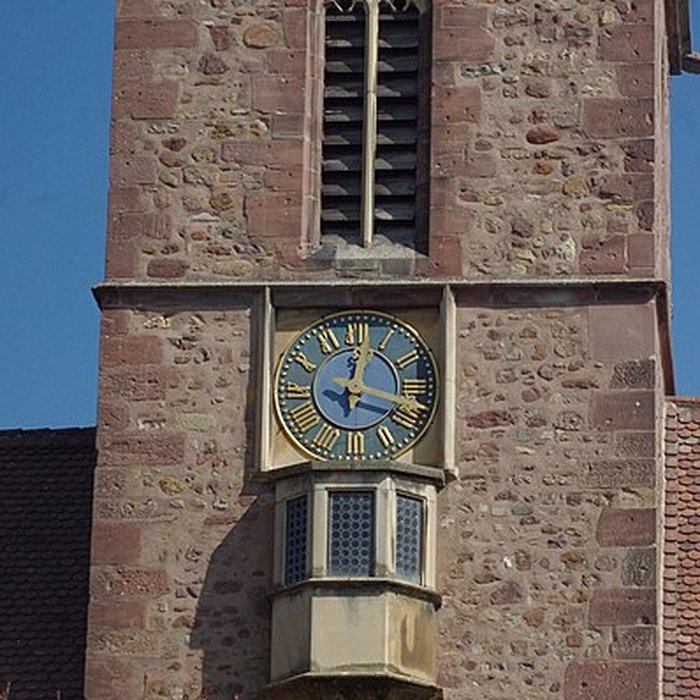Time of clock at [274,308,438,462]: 12:17
